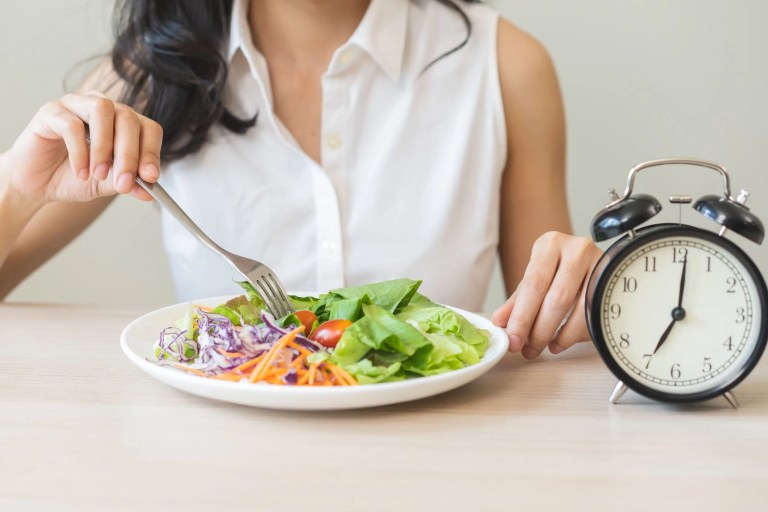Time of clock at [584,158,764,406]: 7:01
